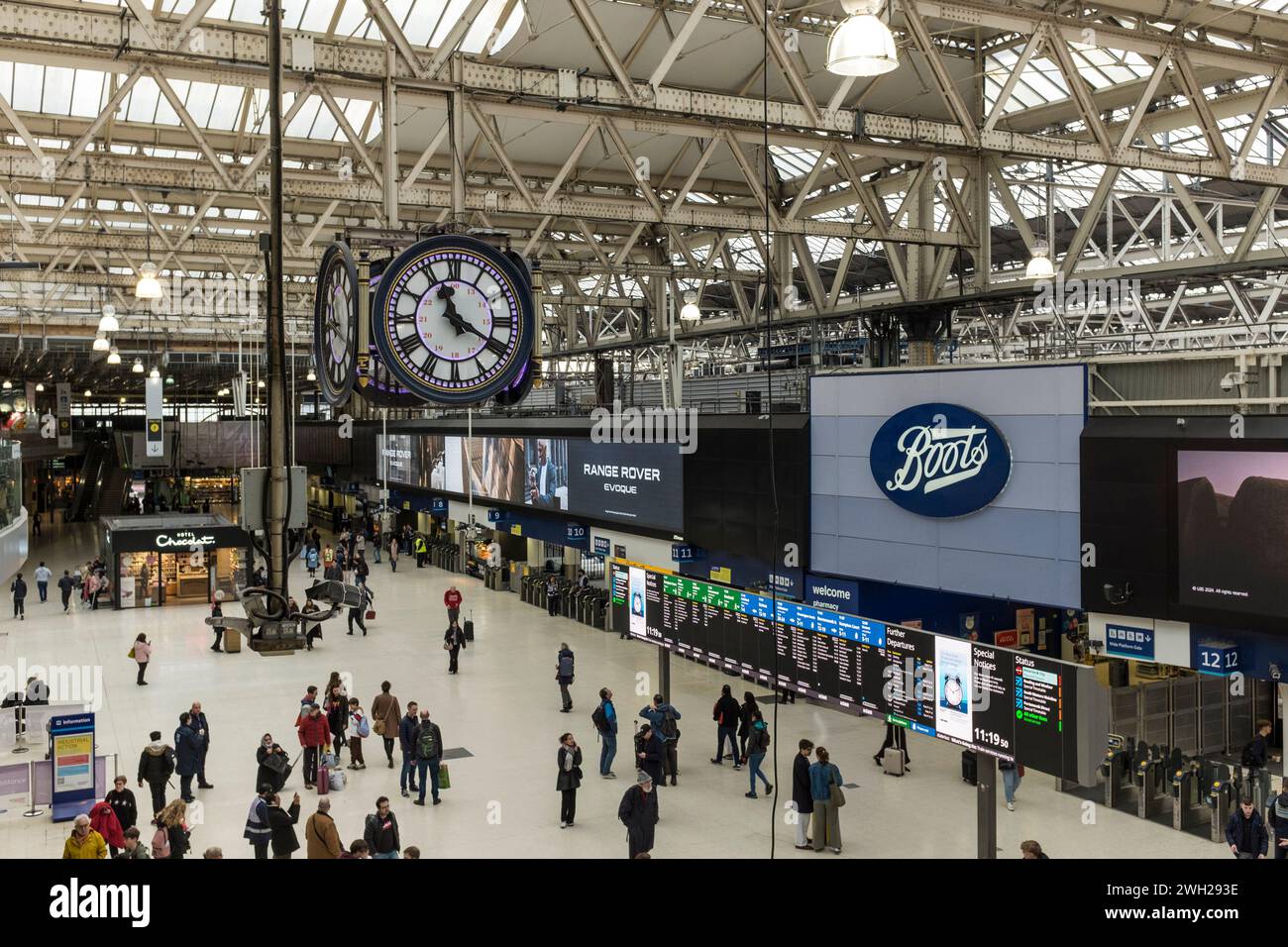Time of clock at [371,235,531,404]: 11:19
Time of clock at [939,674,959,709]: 10:10
